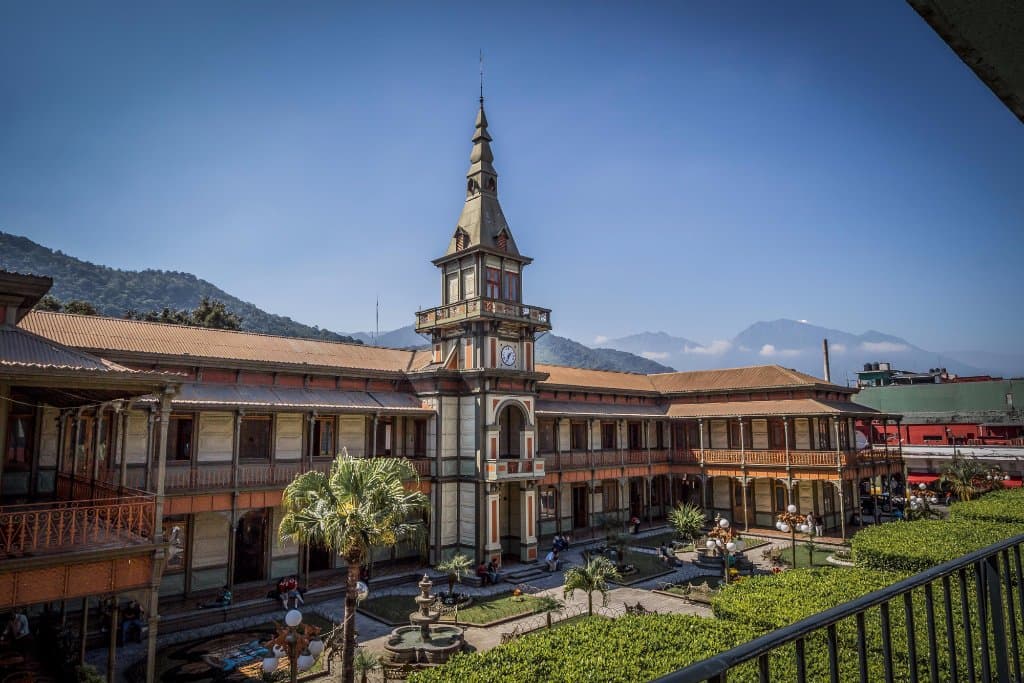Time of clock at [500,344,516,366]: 1:33
